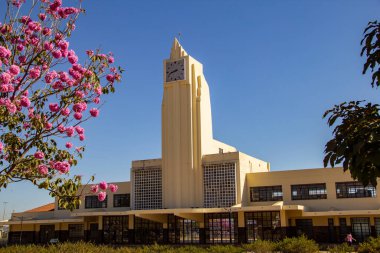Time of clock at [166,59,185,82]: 2:42
